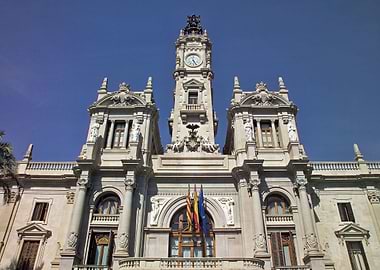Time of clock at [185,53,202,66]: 11:25
